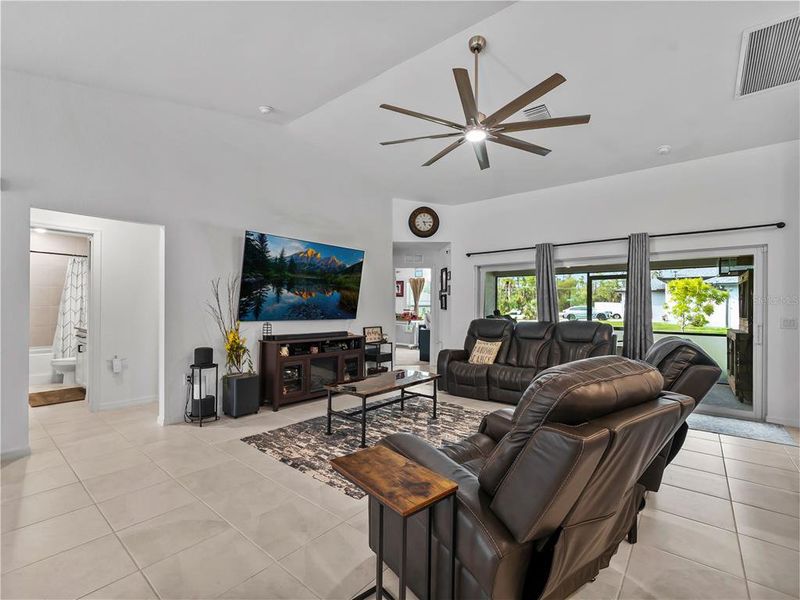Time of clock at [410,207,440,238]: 5:14
